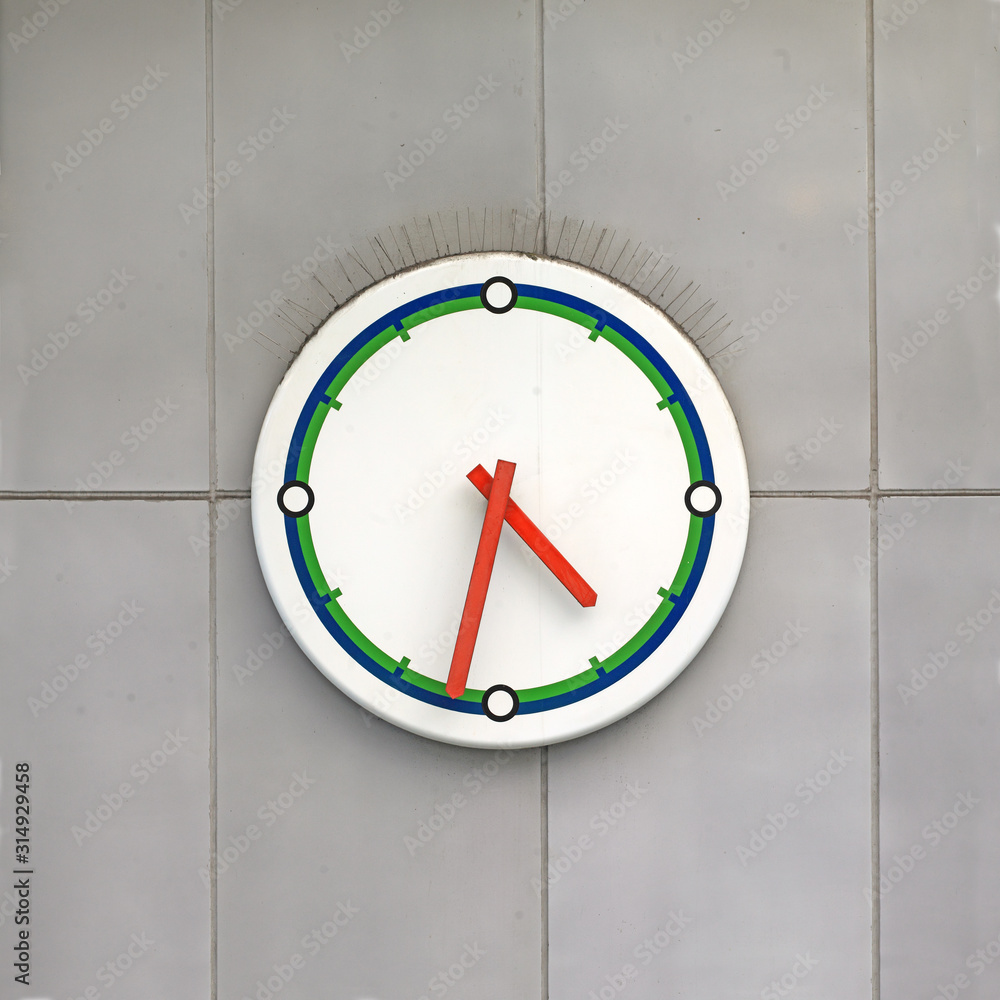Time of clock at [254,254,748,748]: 4:32
